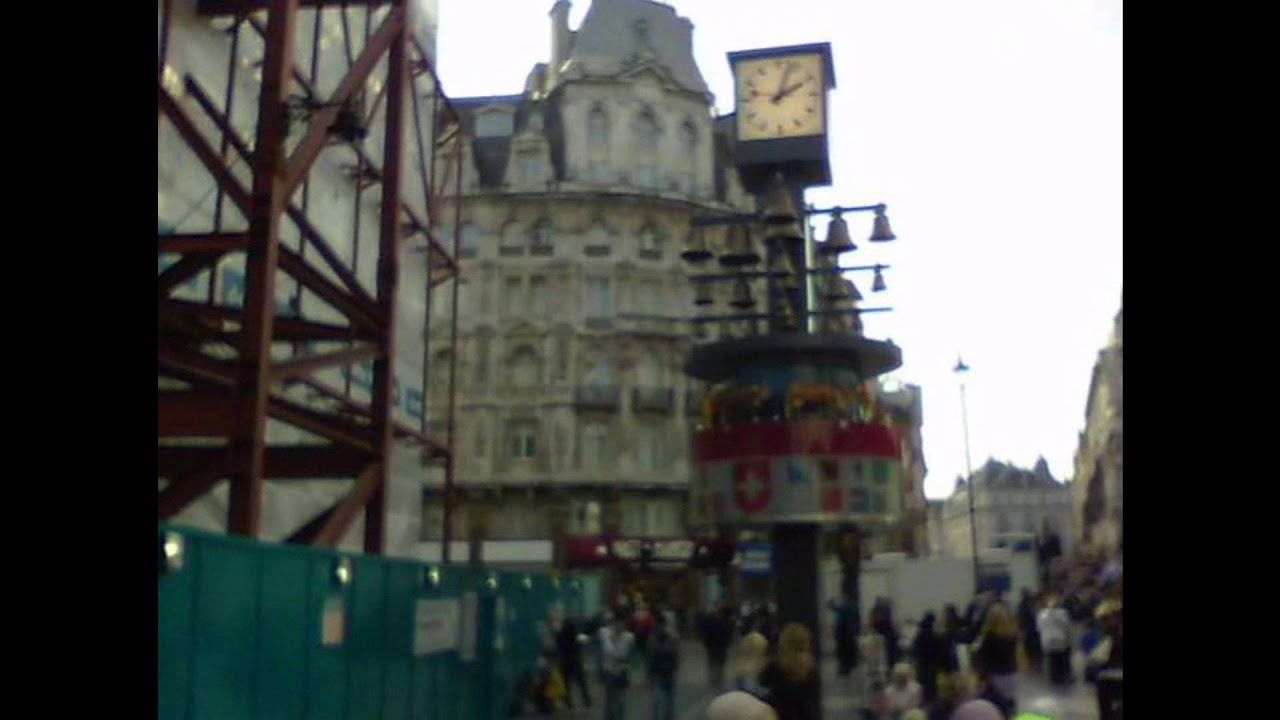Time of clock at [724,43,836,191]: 2:03
